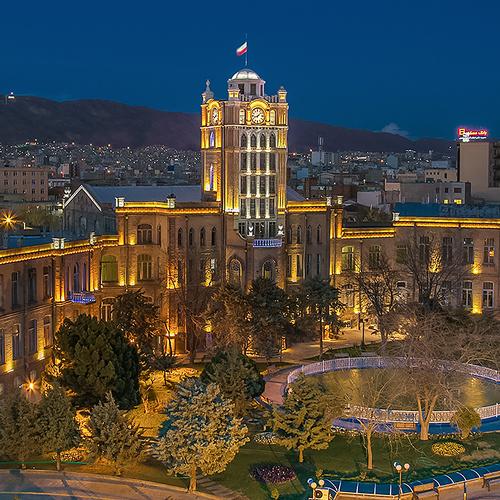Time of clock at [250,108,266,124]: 1:42
